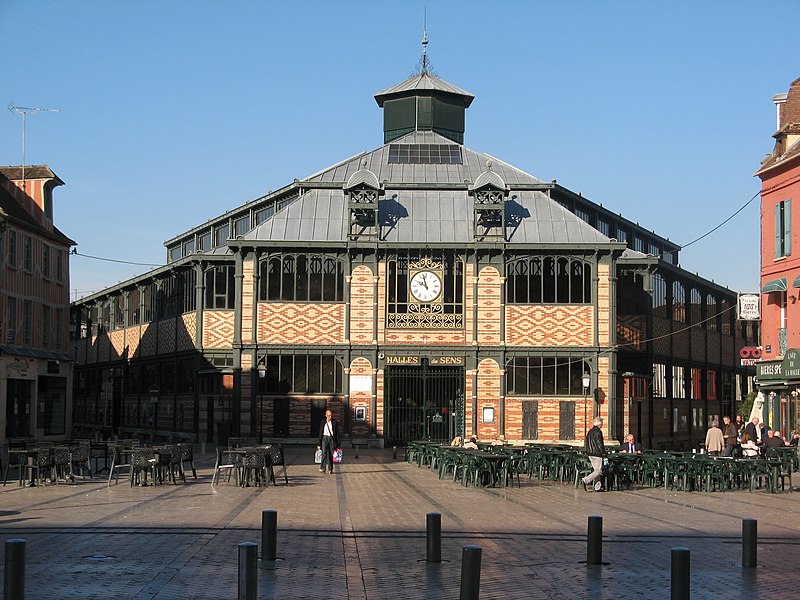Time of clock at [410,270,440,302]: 9:57
